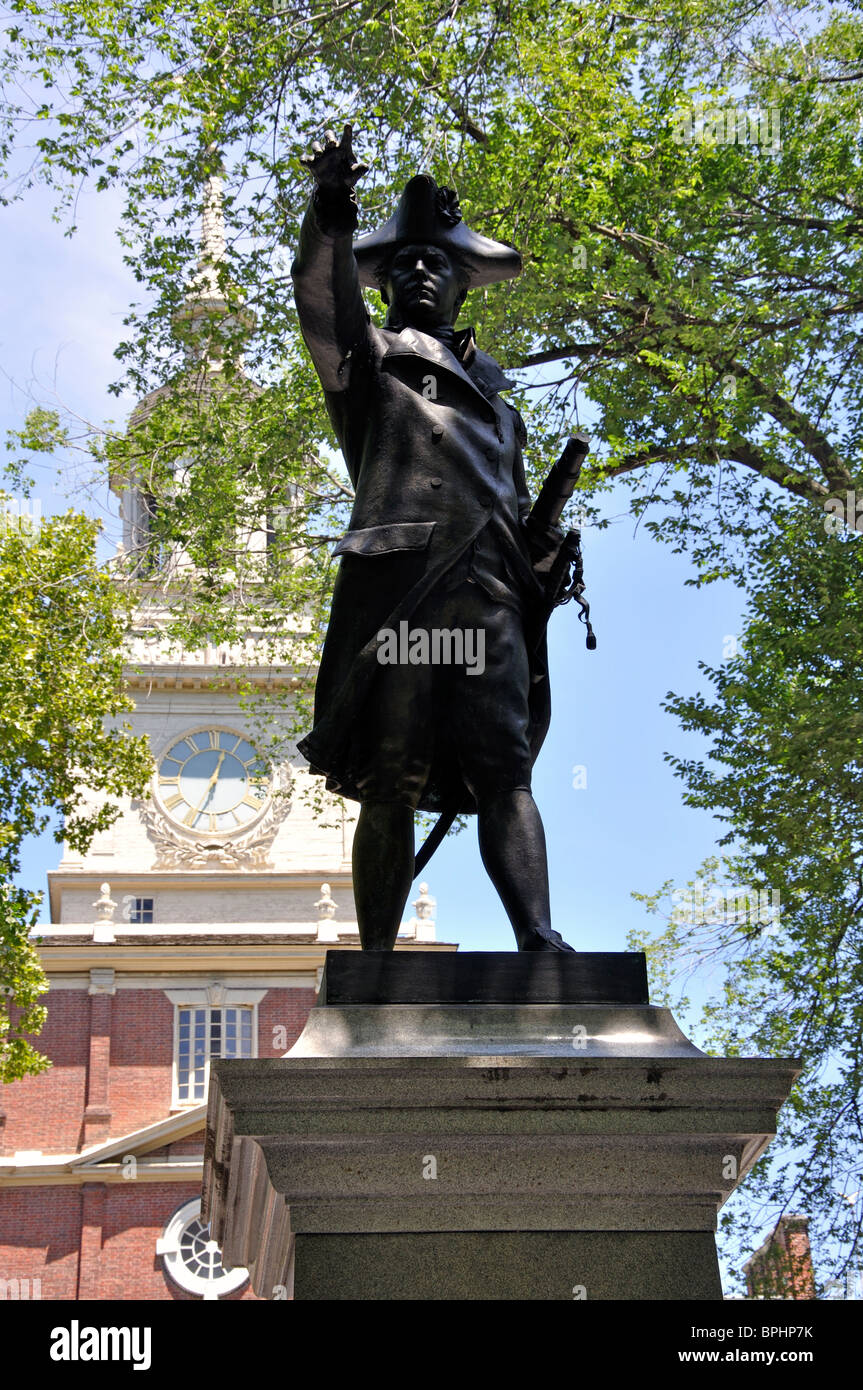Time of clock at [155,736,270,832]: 12:33
